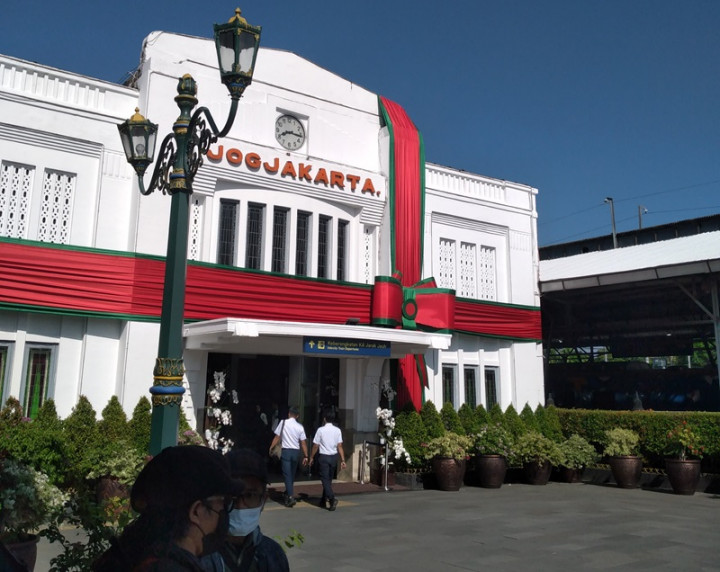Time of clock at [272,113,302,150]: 8:16
